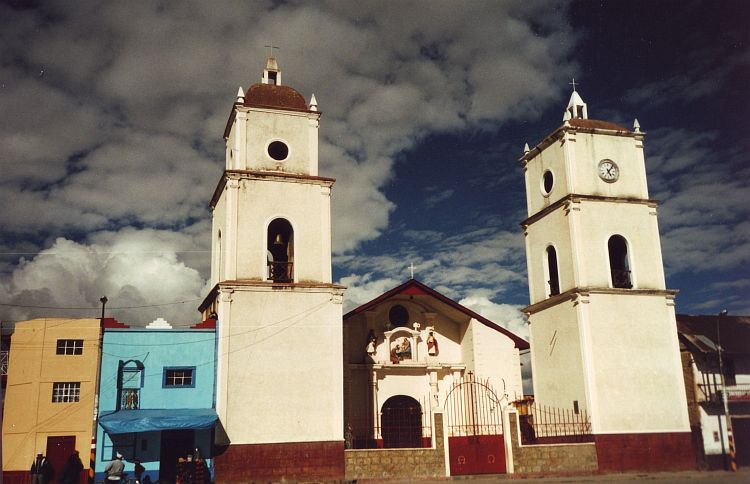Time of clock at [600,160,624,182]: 5:06
